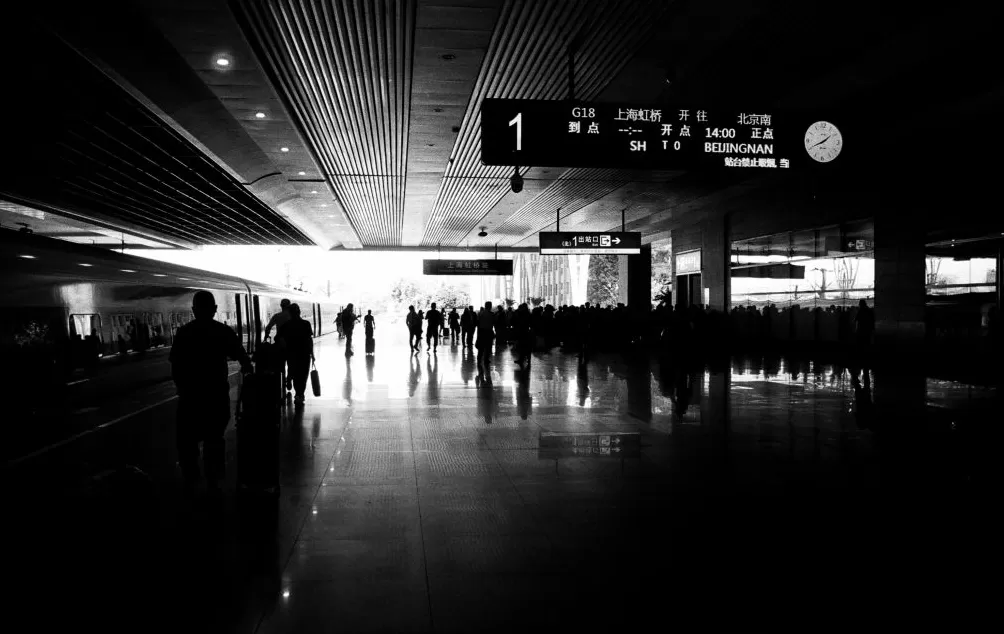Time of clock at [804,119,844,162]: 1:40
